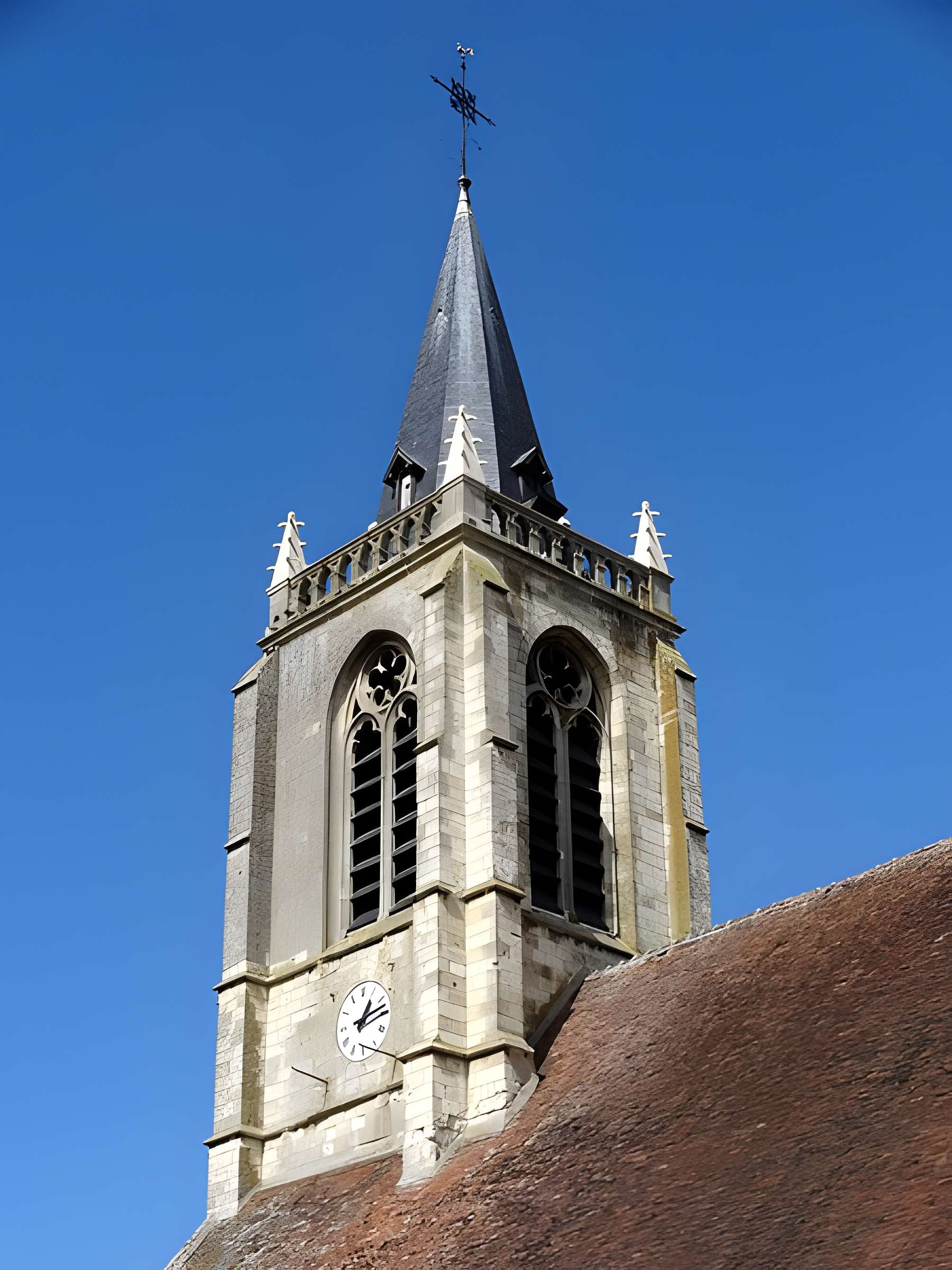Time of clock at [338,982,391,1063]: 1:12
